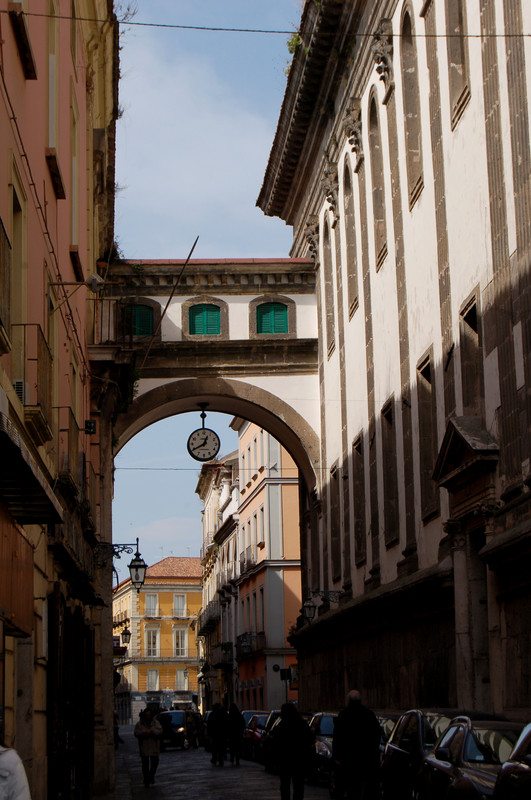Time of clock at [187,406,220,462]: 12:40
